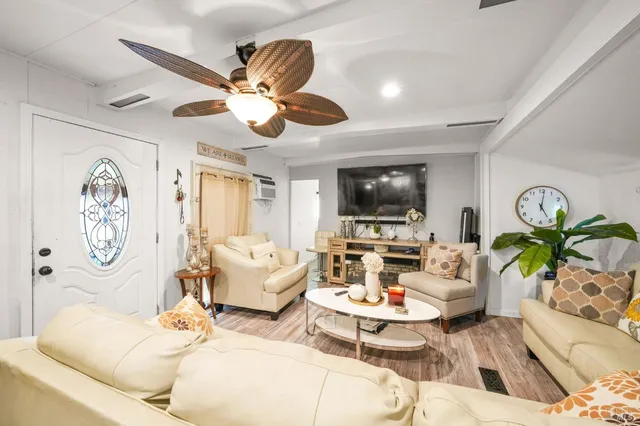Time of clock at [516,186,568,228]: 5:01
